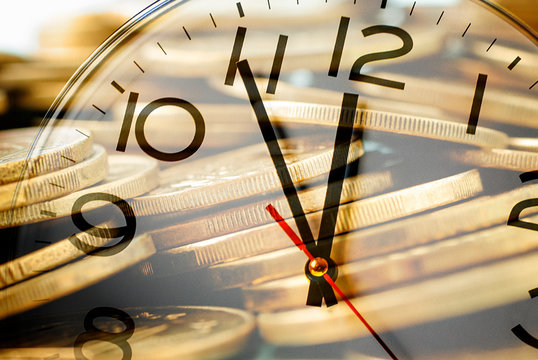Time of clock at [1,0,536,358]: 11:55
